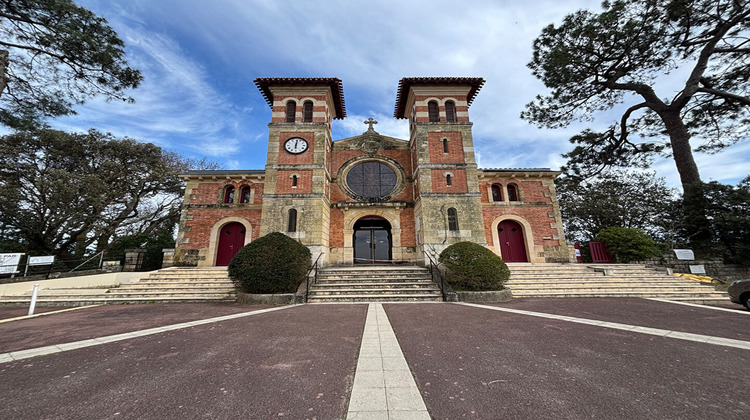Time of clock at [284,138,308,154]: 6:01
